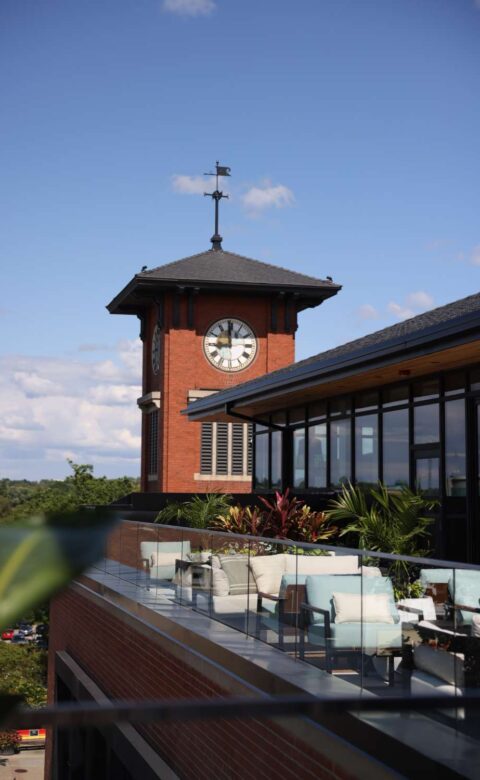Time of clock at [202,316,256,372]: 8:59
